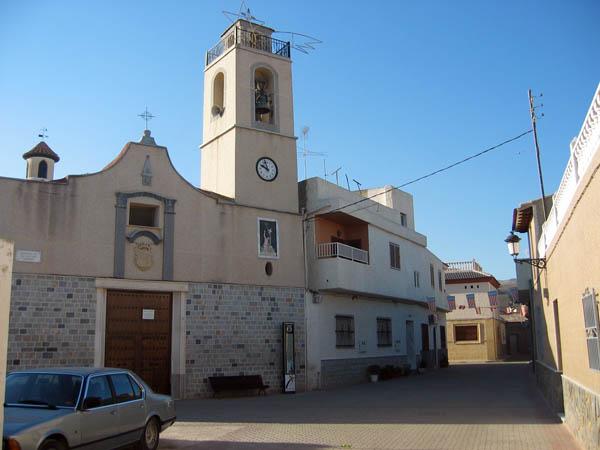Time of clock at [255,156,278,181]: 9:57
